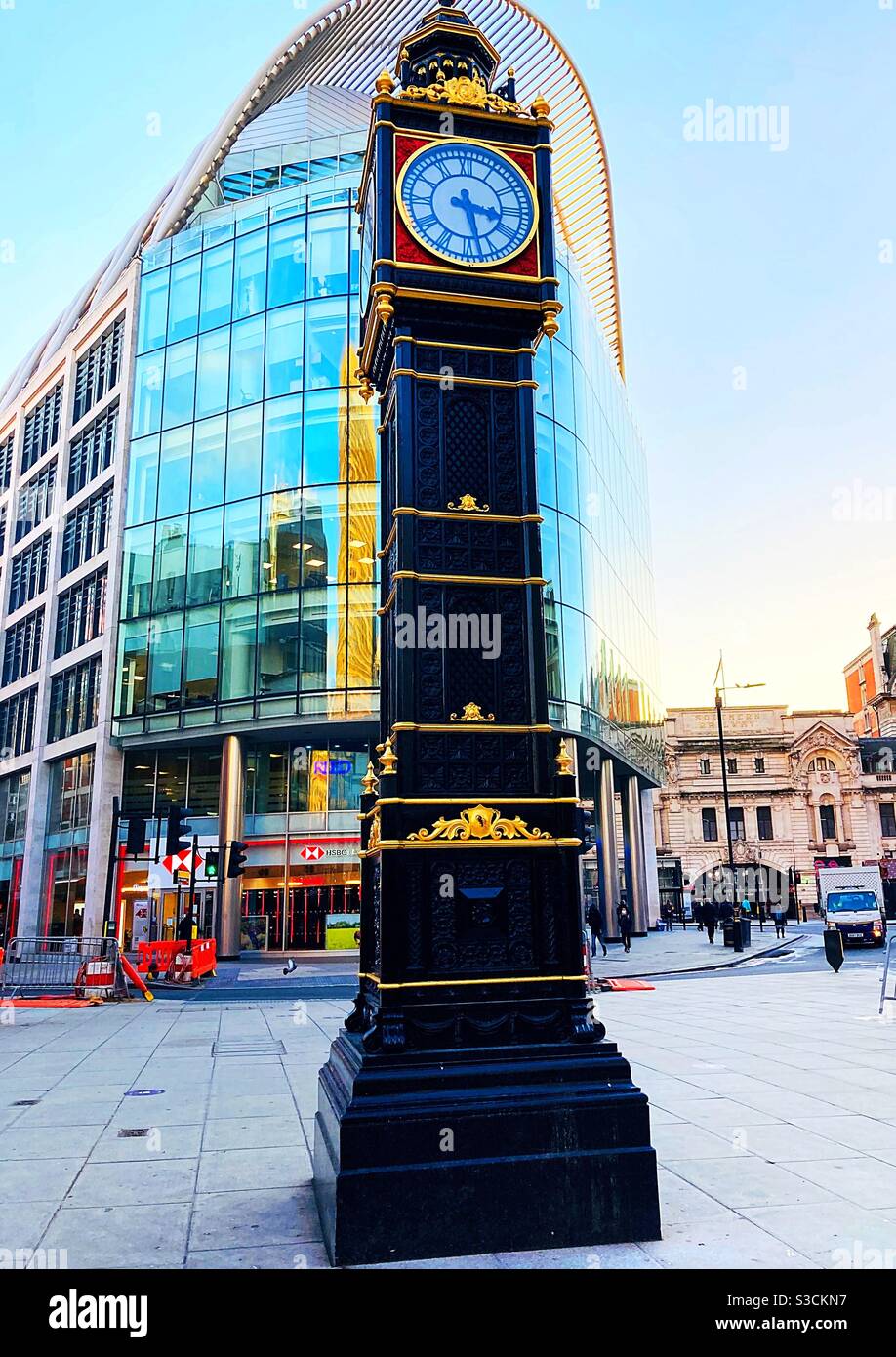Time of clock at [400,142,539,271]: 3:27
